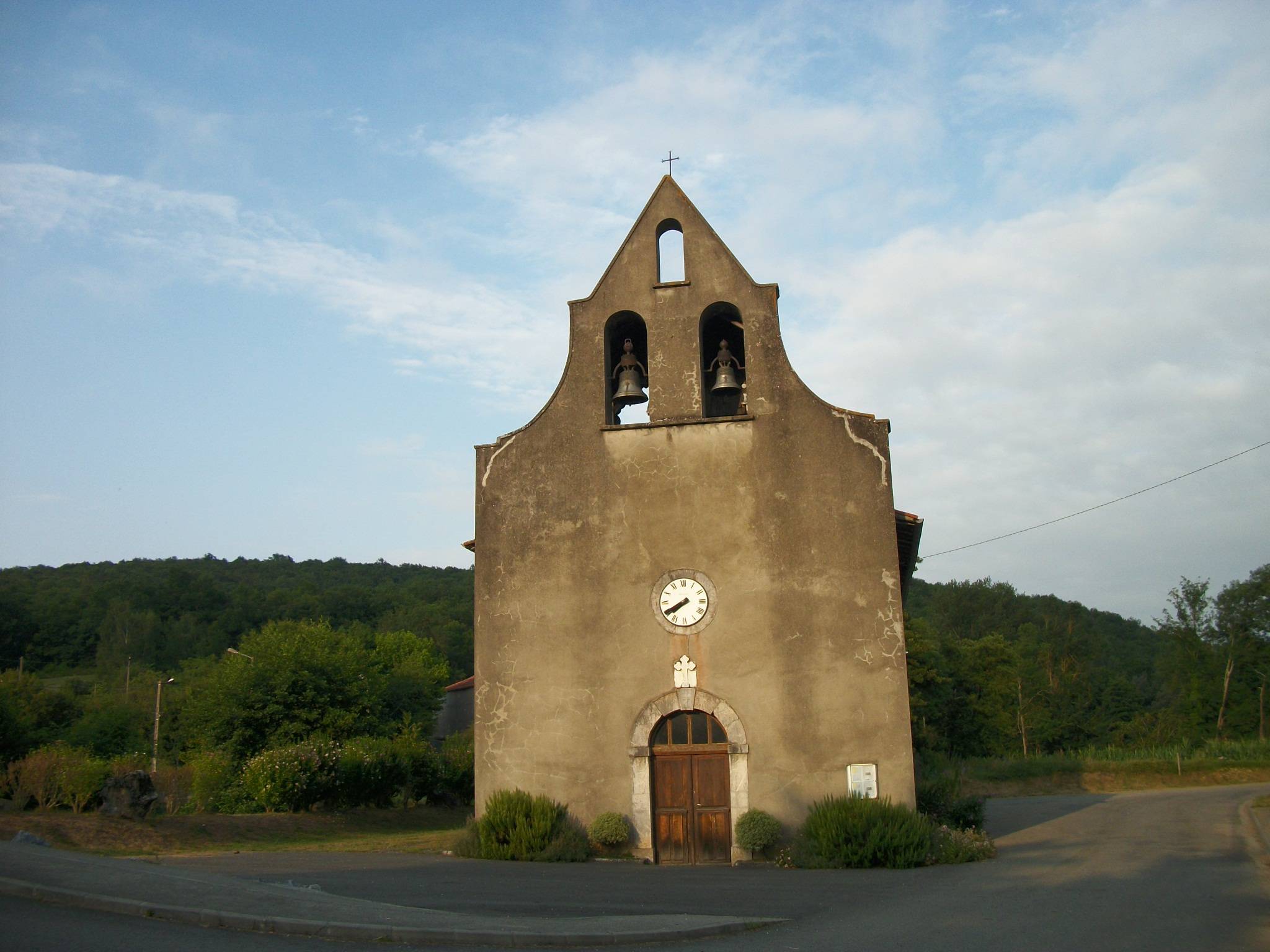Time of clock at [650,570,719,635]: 7:40
